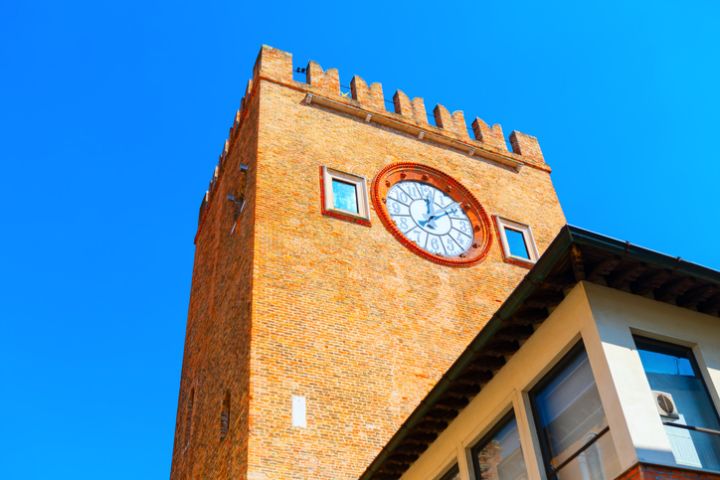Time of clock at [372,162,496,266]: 12:09
